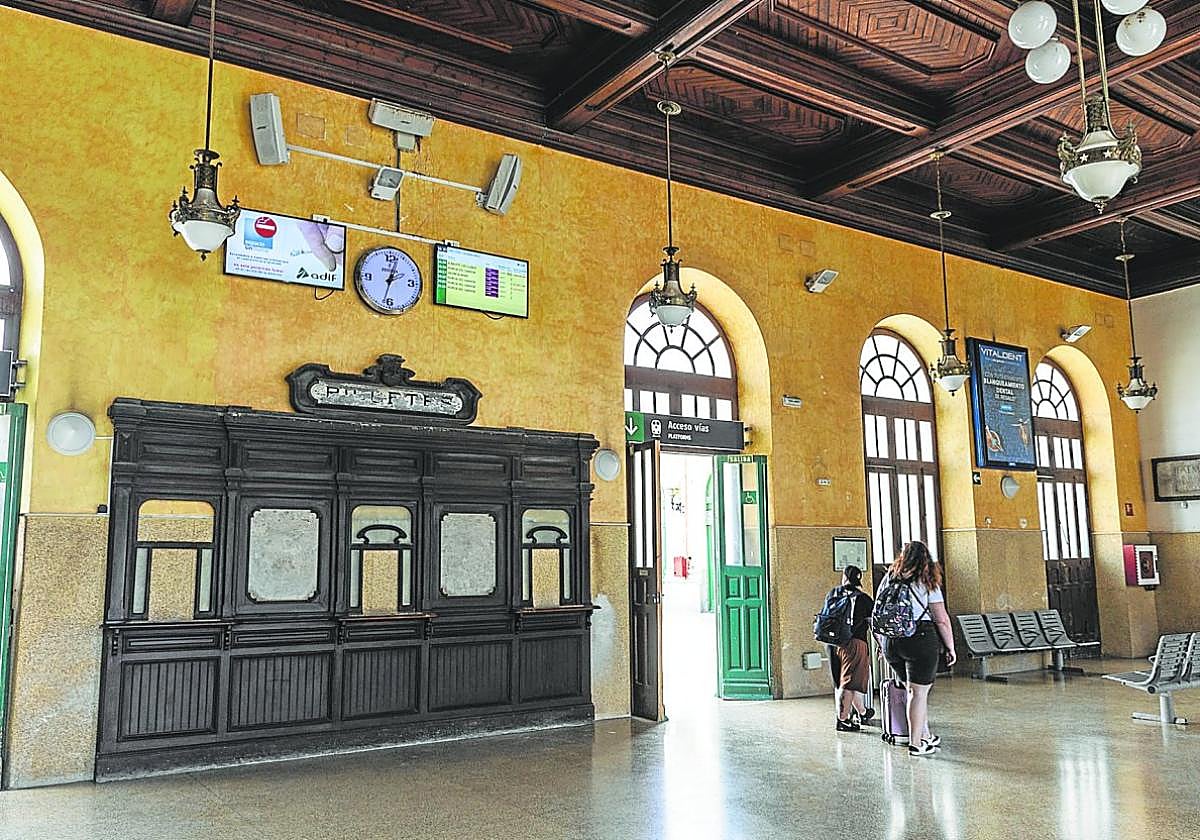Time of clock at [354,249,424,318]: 12:32
